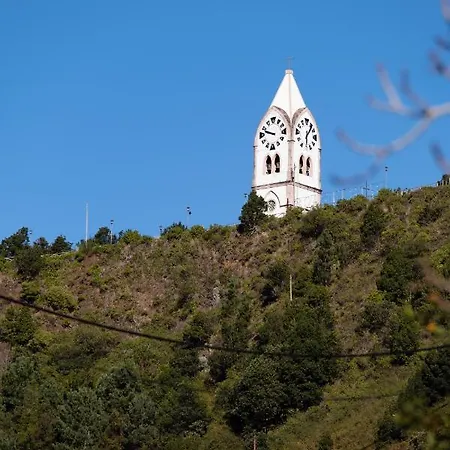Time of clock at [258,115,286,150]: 9:47
